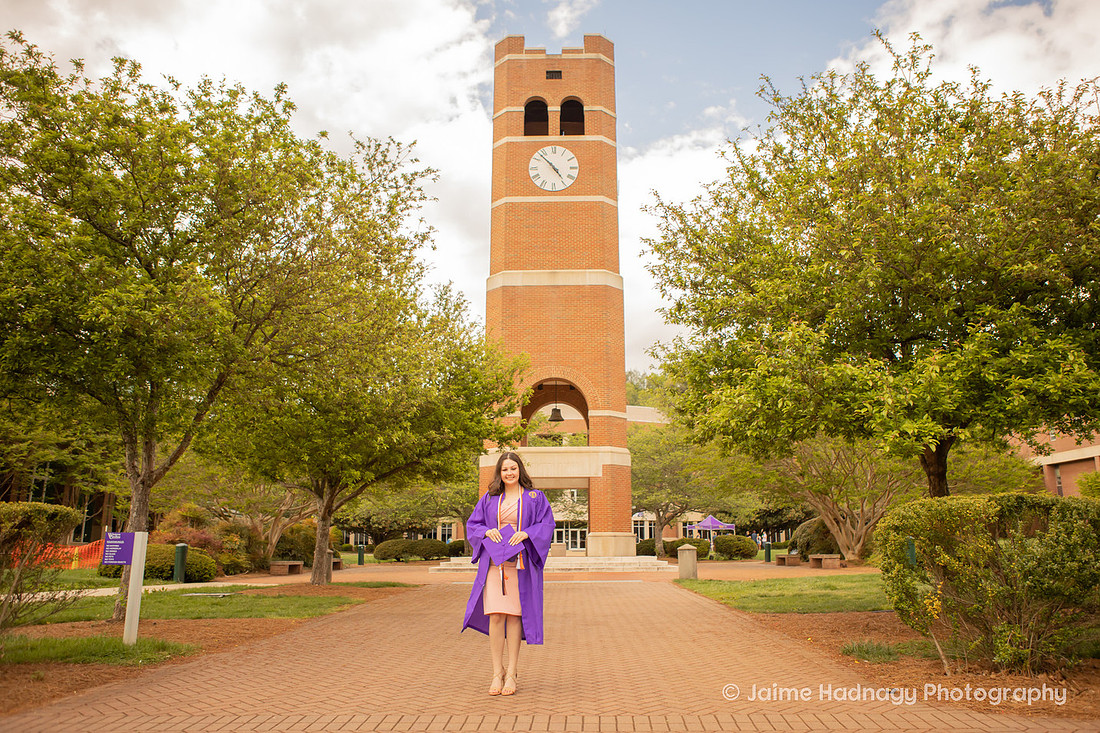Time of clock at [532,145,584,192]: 4:52
